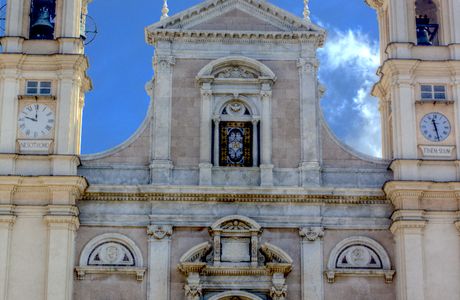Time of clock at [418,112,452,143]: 11:27
